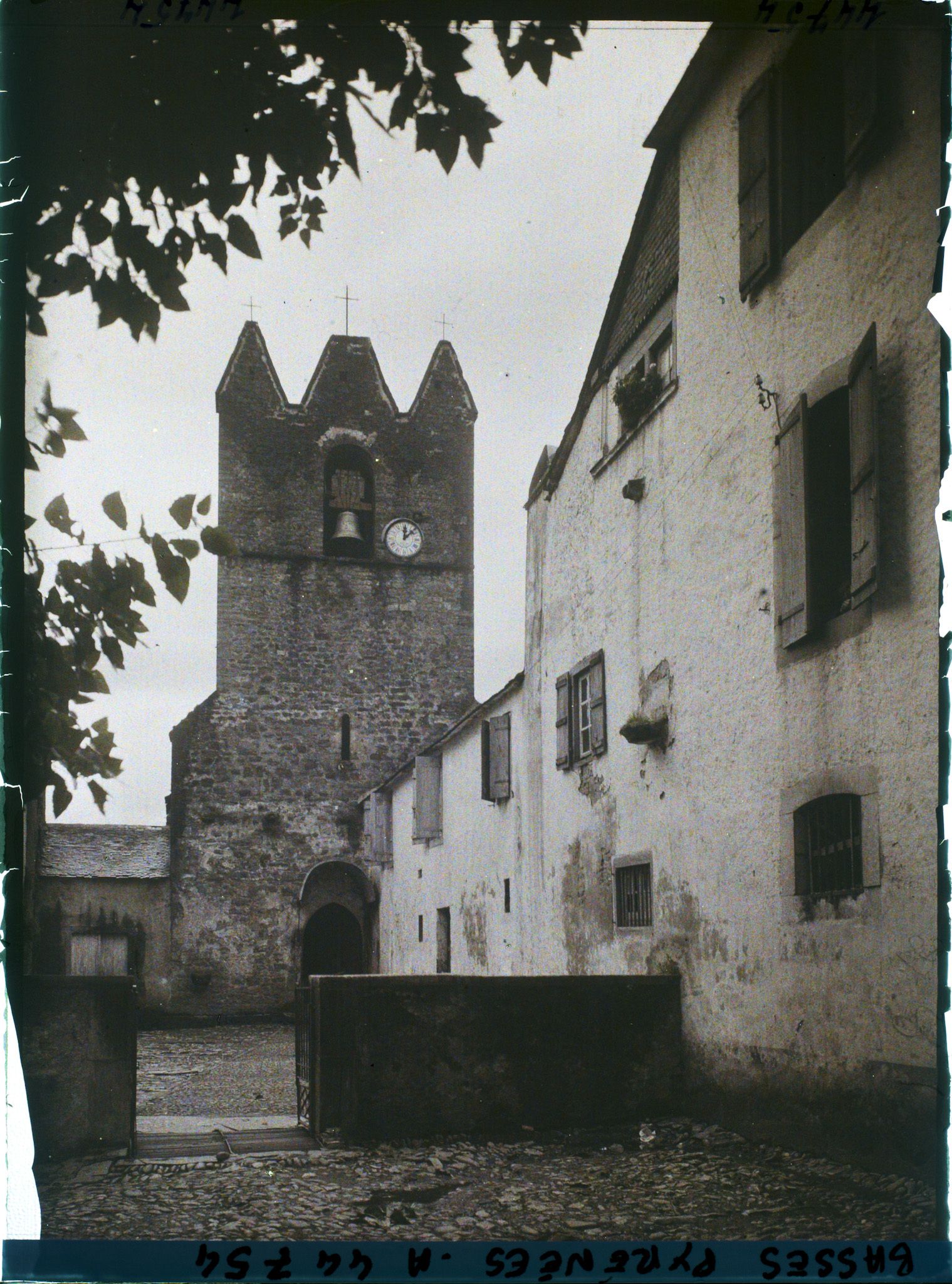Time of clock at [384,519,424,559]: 12:07
